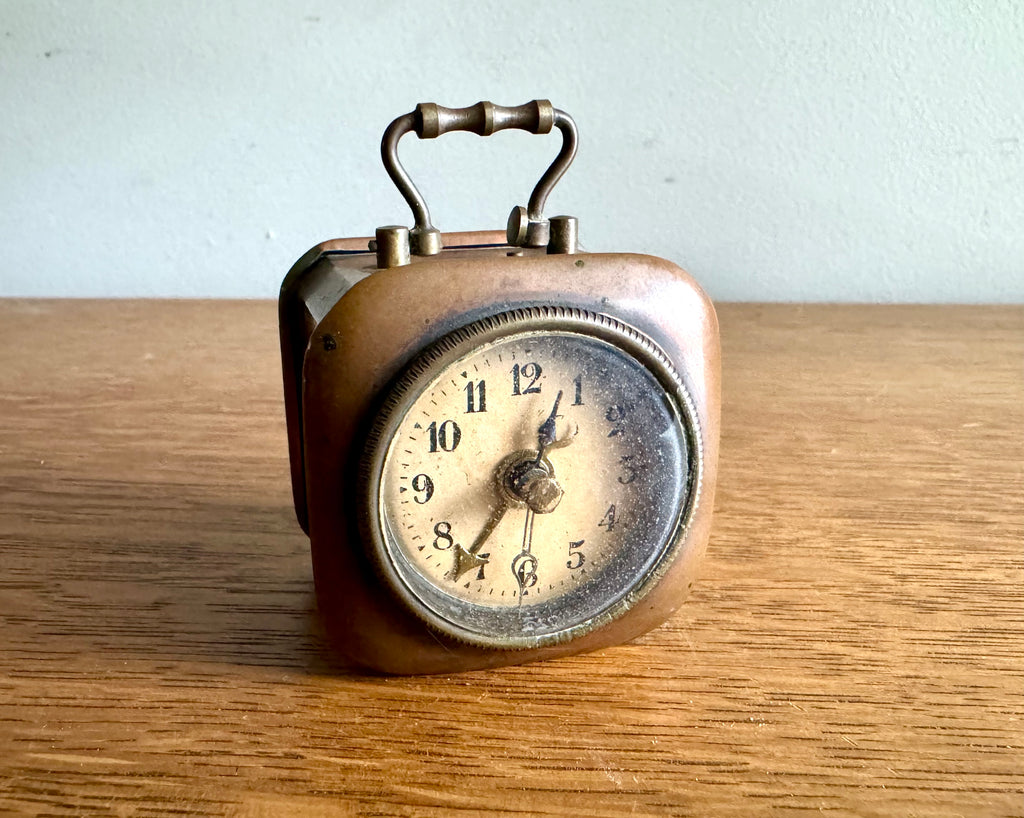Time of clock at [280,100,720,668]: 12:35
